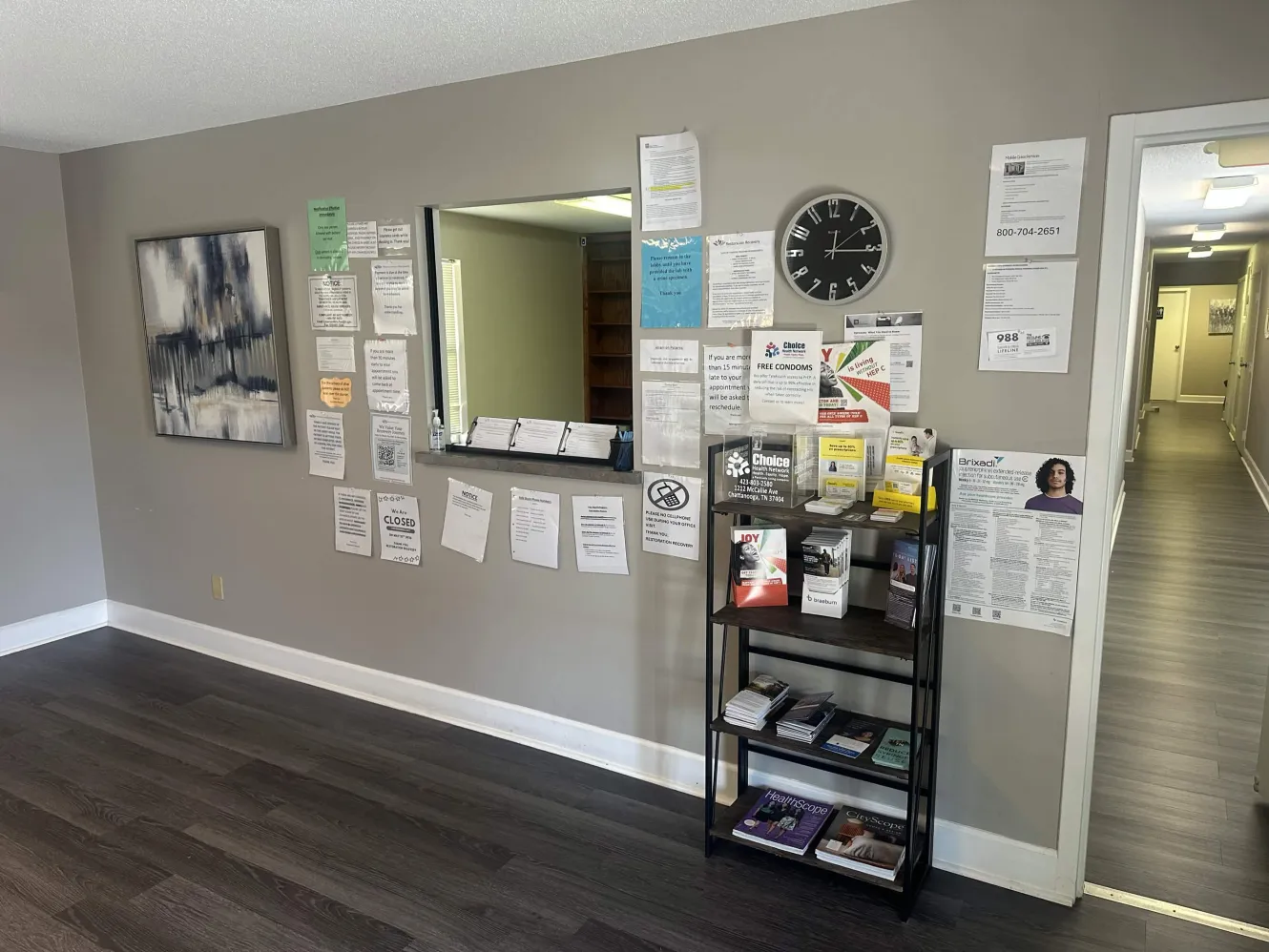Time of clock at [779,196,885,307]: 12:15
